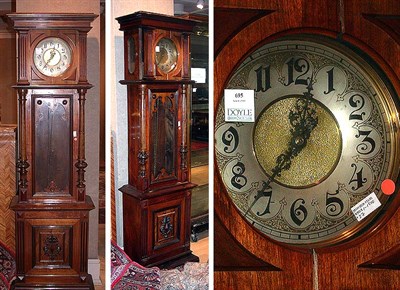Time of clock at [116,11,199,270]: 12:36
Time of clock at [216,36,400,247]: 12:36
